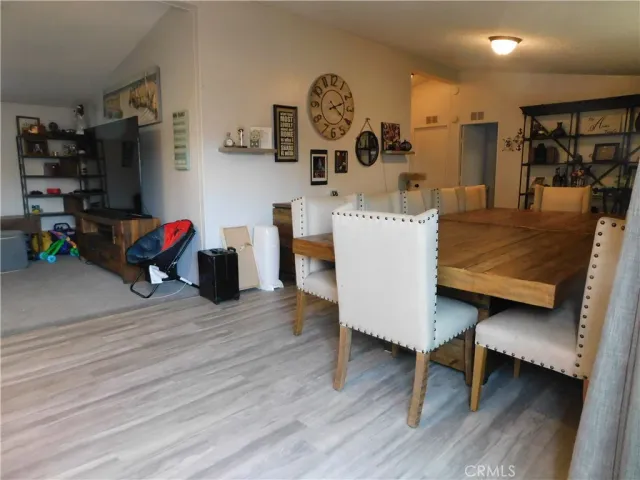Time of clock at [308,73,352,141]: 2:21
